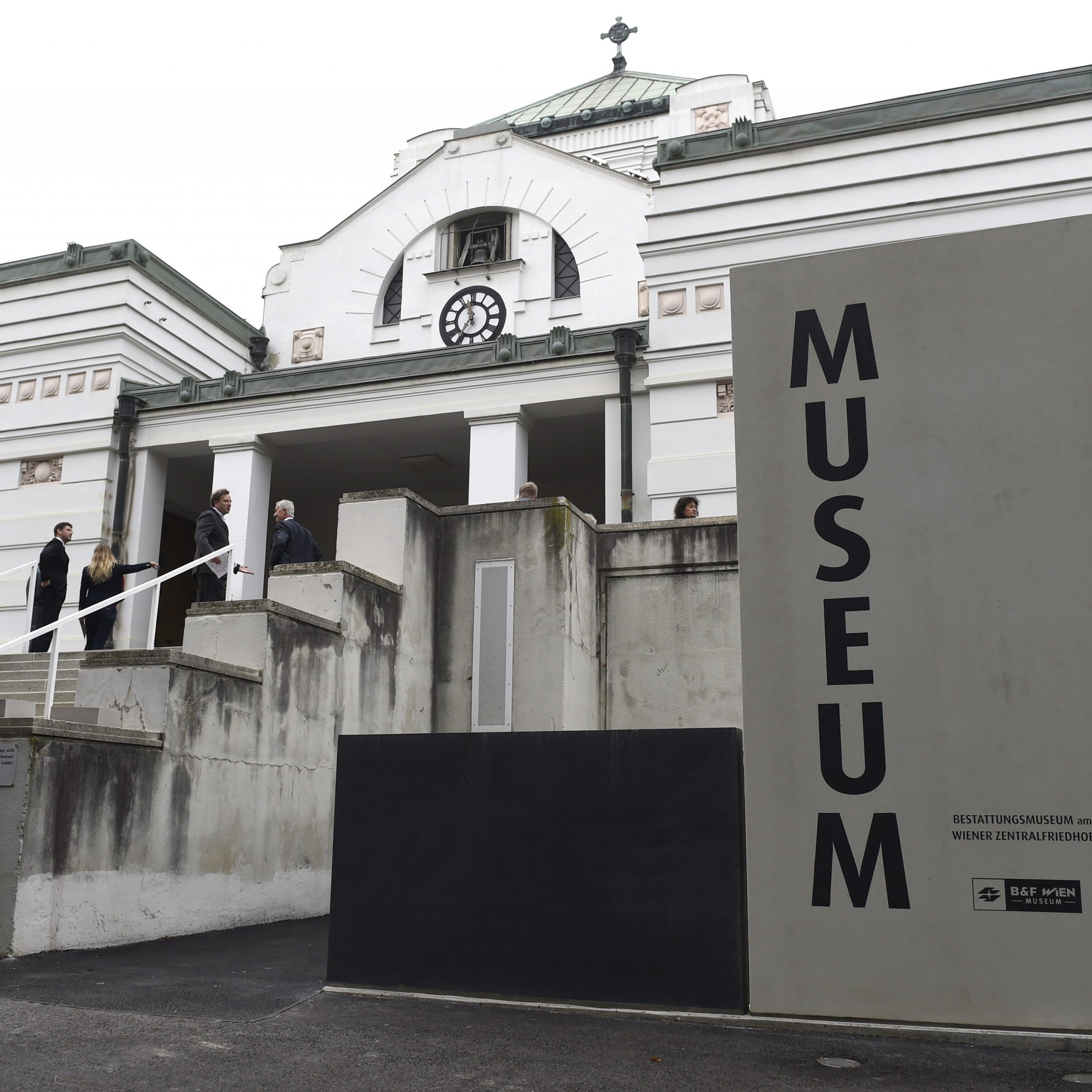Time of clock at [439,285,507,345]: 11:35
